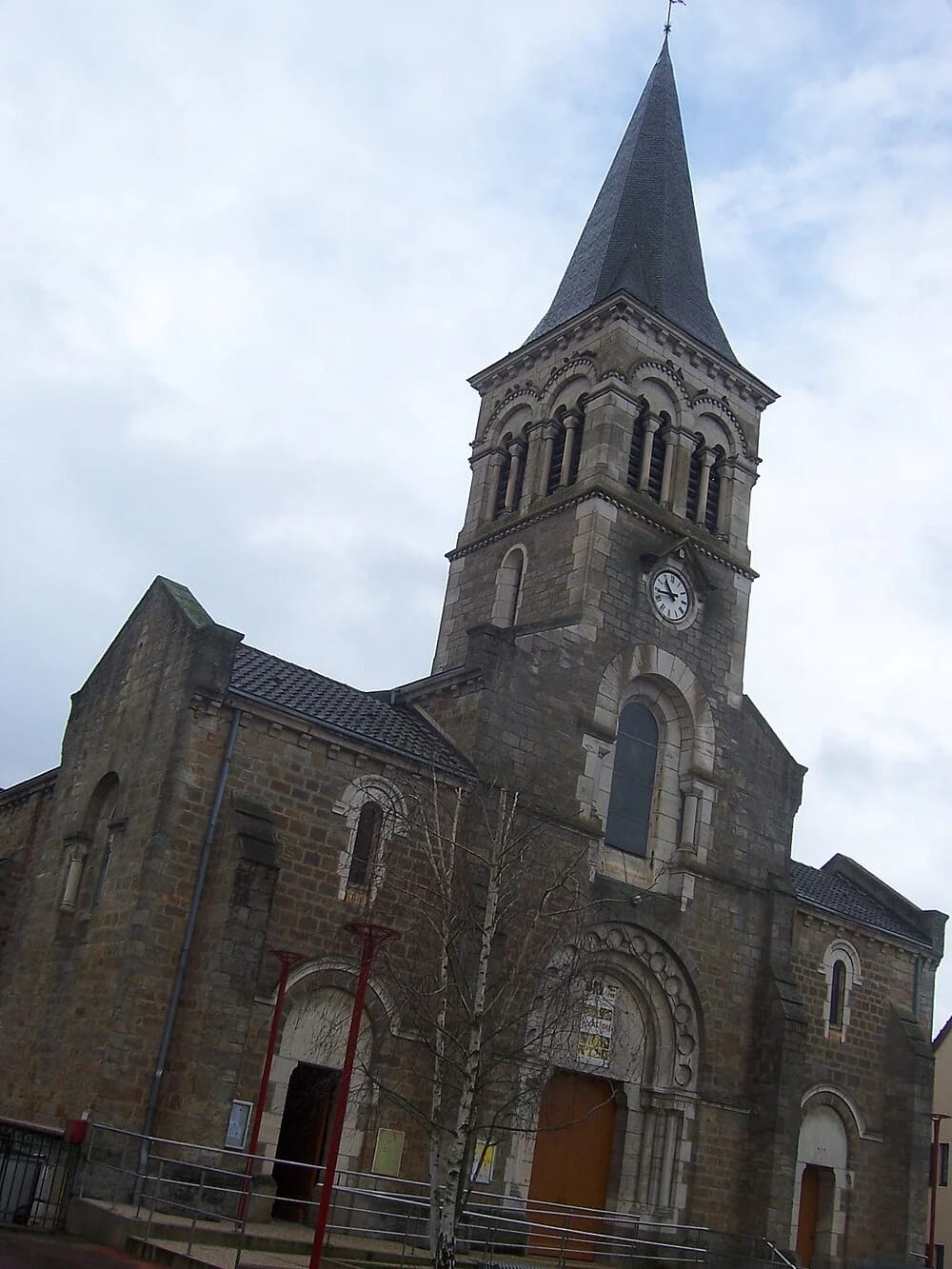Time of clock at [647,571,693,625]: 10:43
